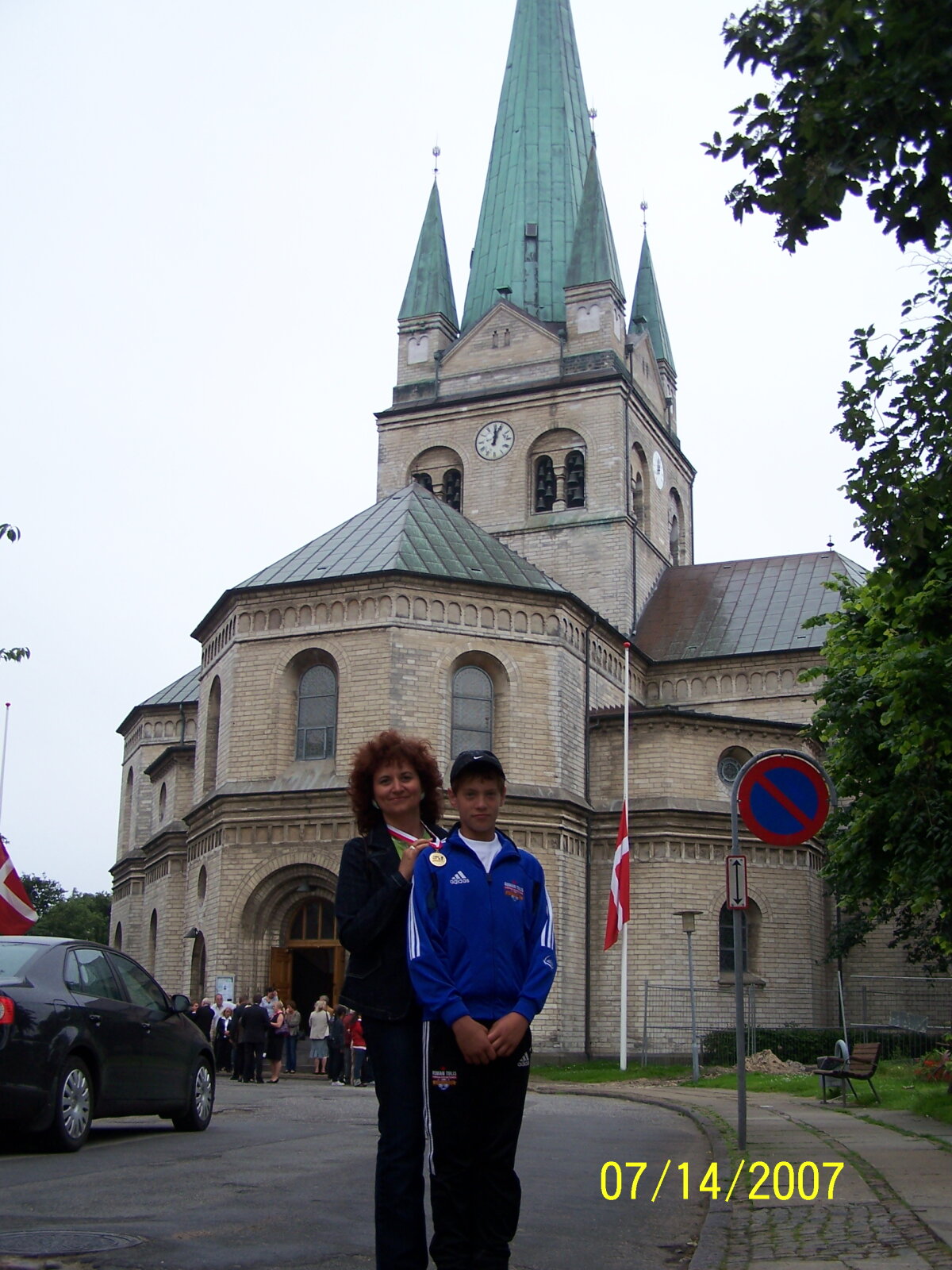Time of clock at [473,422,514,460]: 12:03
